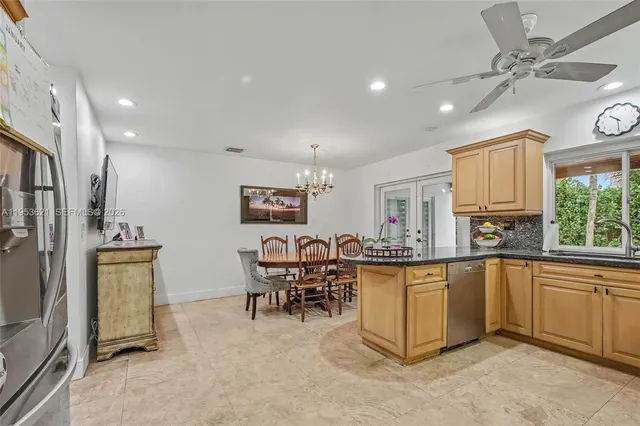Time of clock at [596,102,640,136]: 10:30
